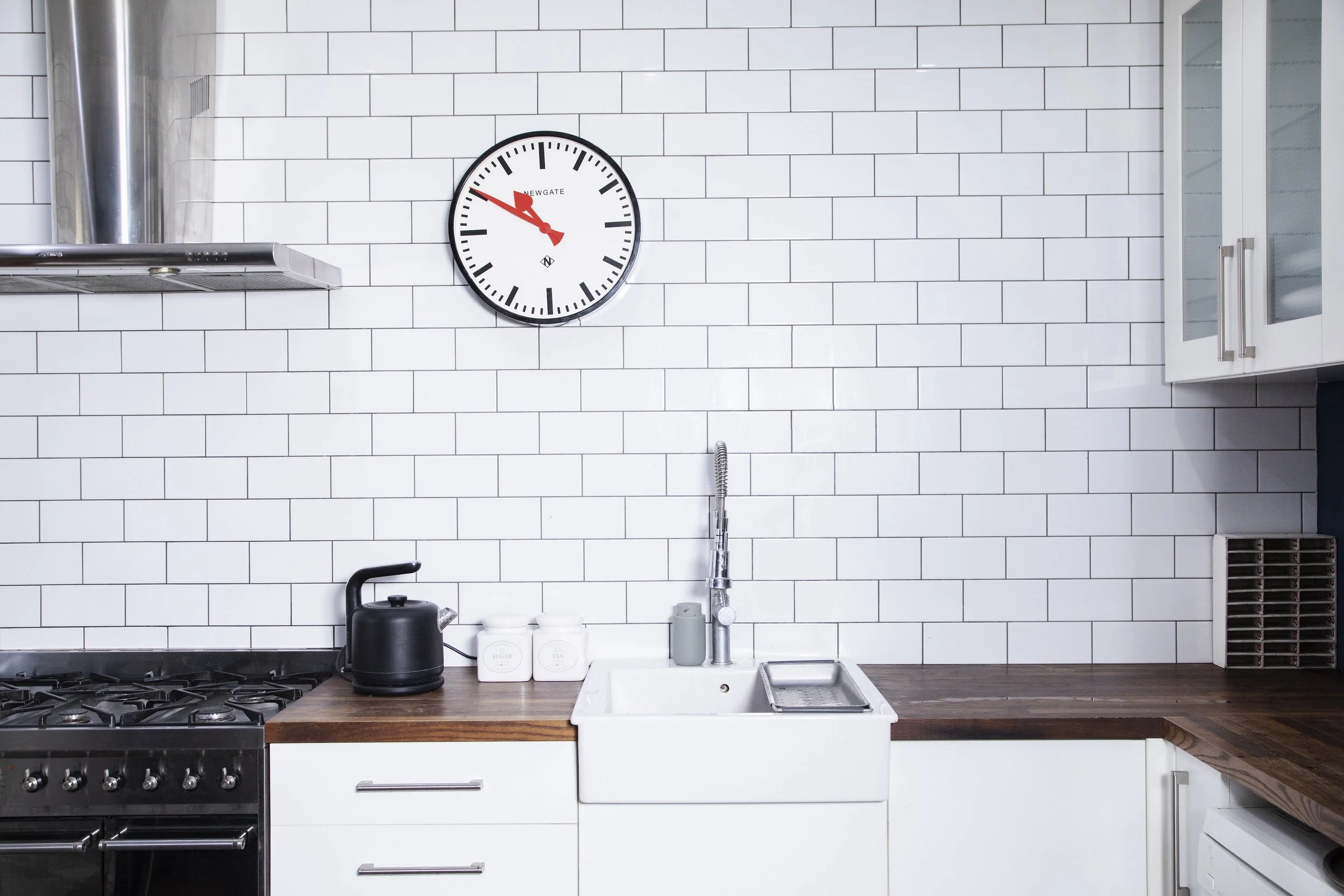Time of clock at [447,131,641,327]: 10:50
